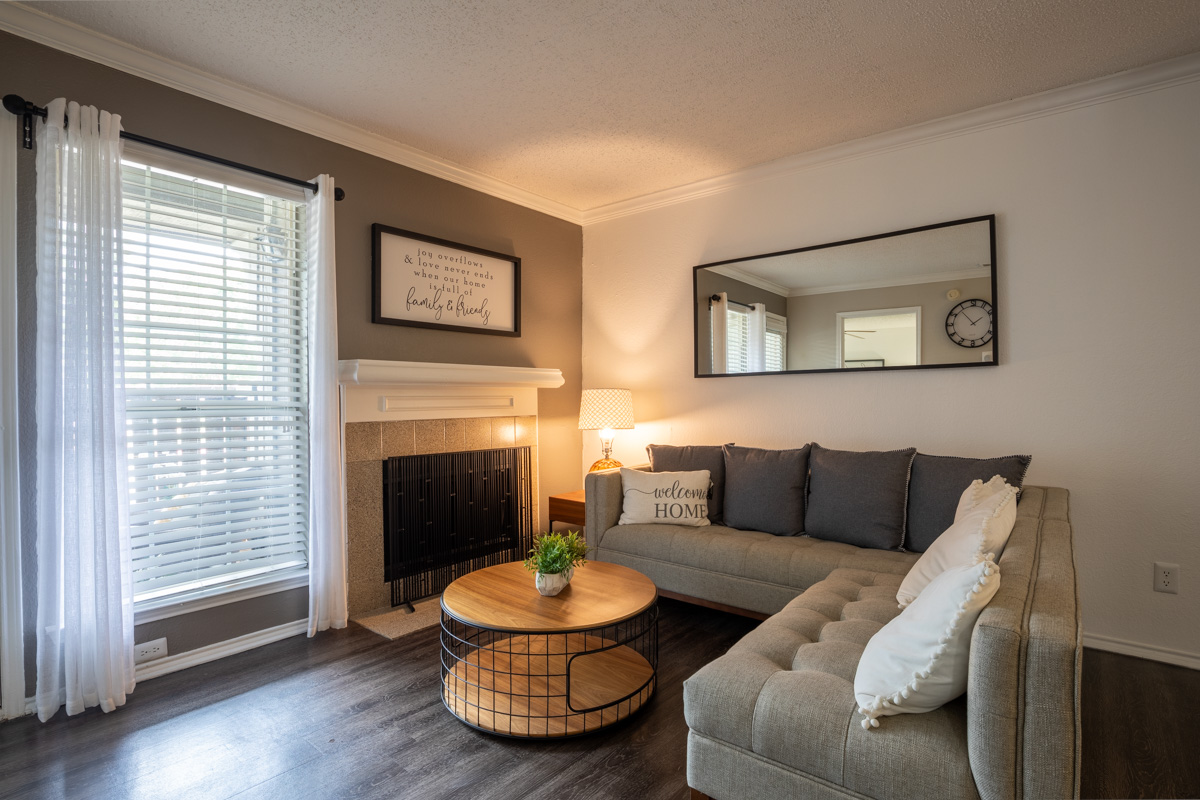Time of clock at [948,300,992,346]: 1:53
